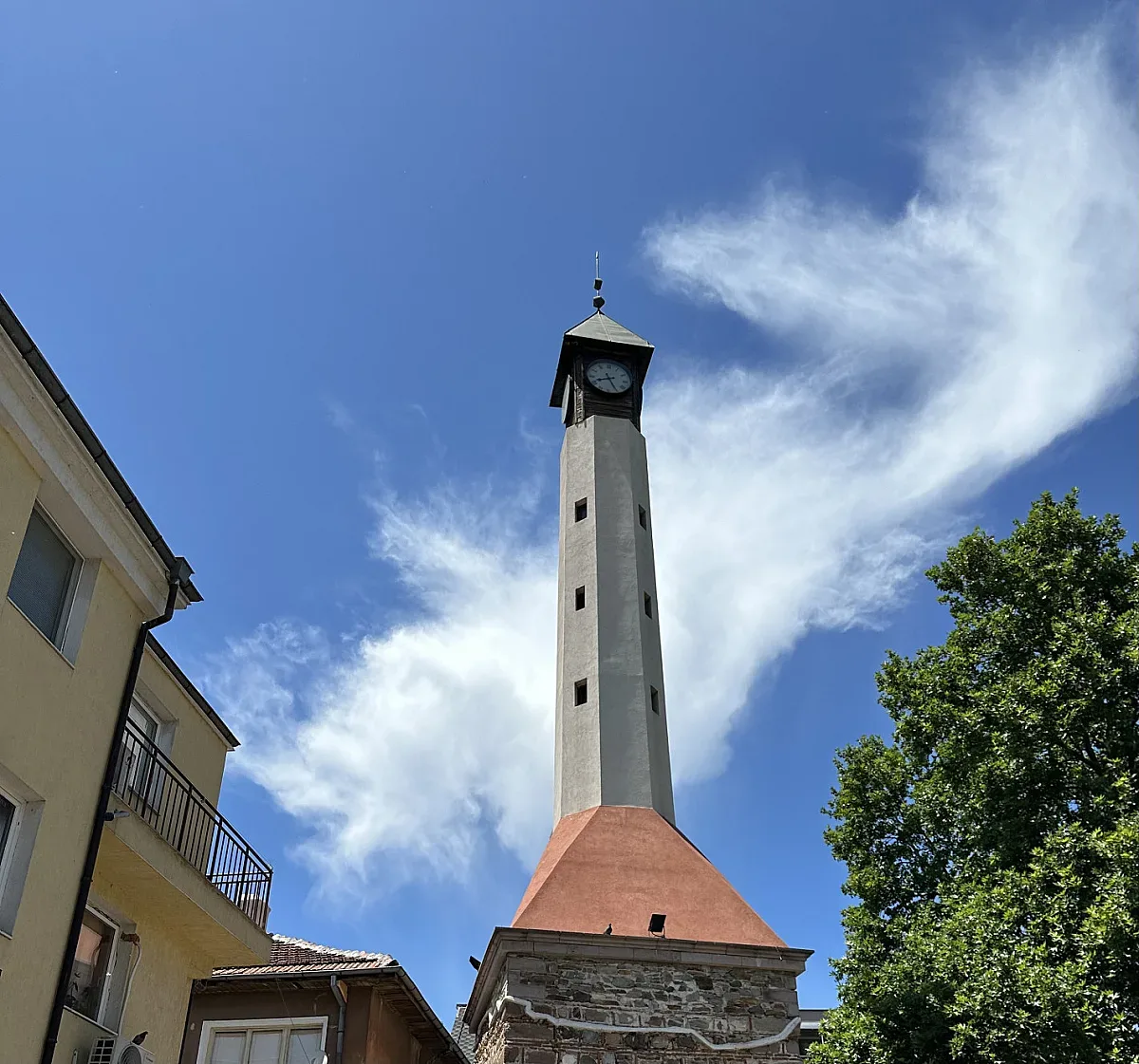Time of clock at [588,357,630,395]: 8:25
